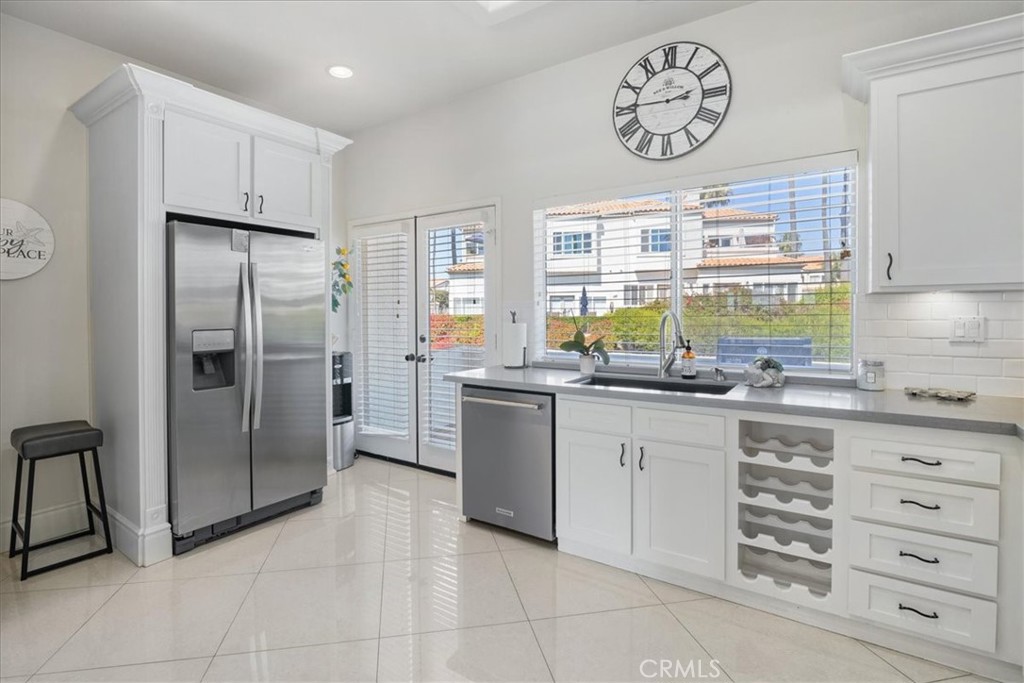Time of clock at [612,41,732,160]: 2:45
